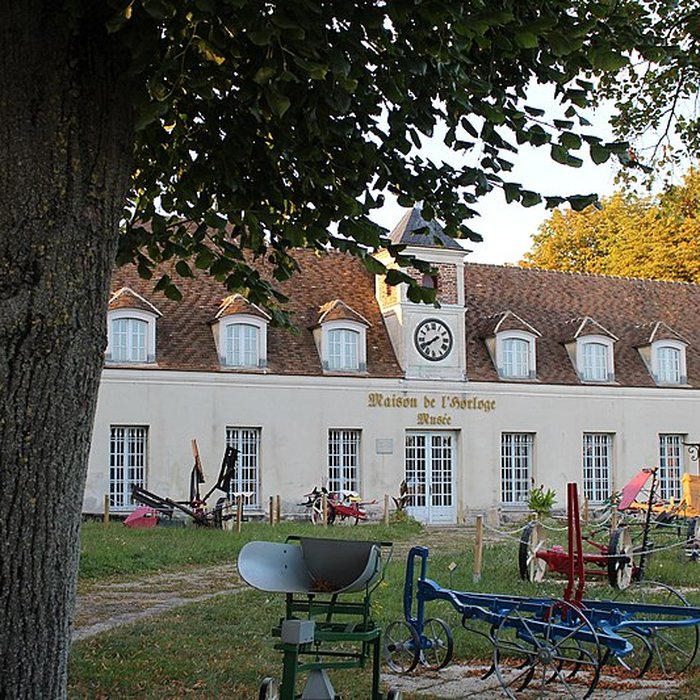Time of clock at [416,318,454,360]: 7:40
